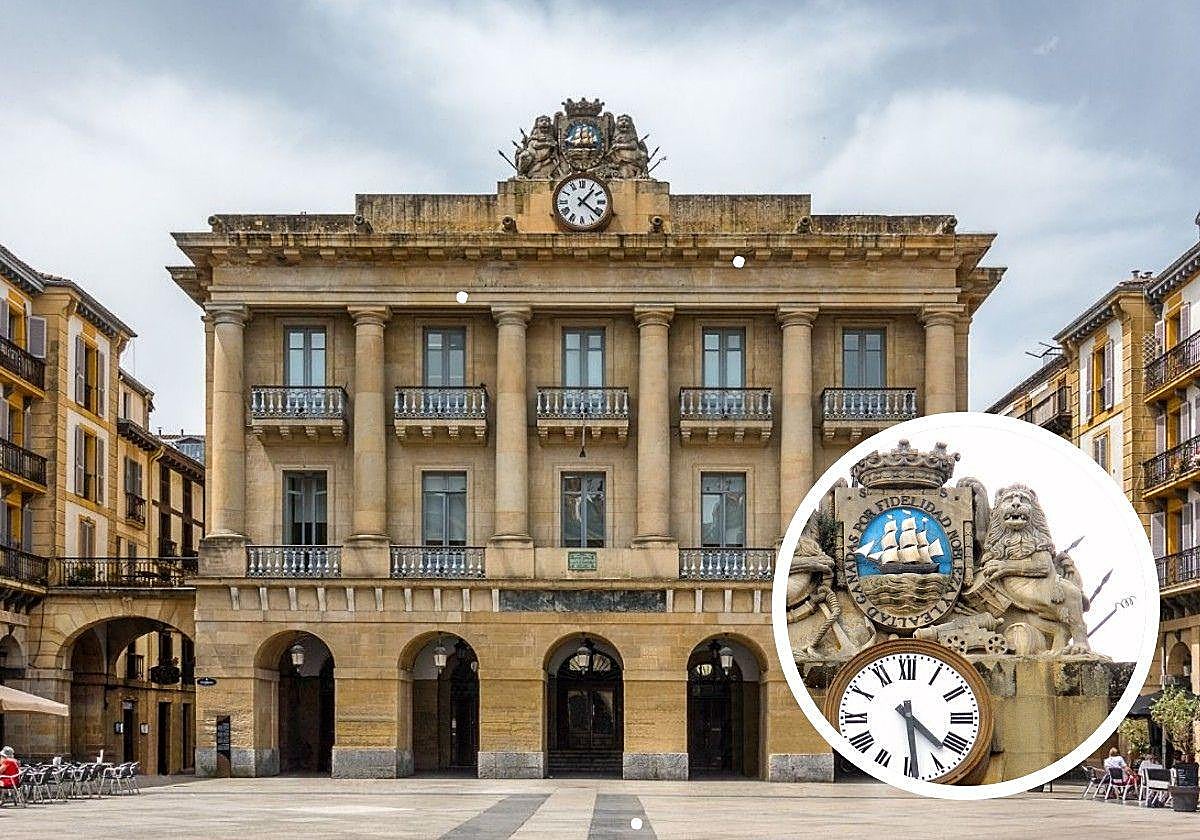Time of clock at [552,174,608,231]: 1:21
